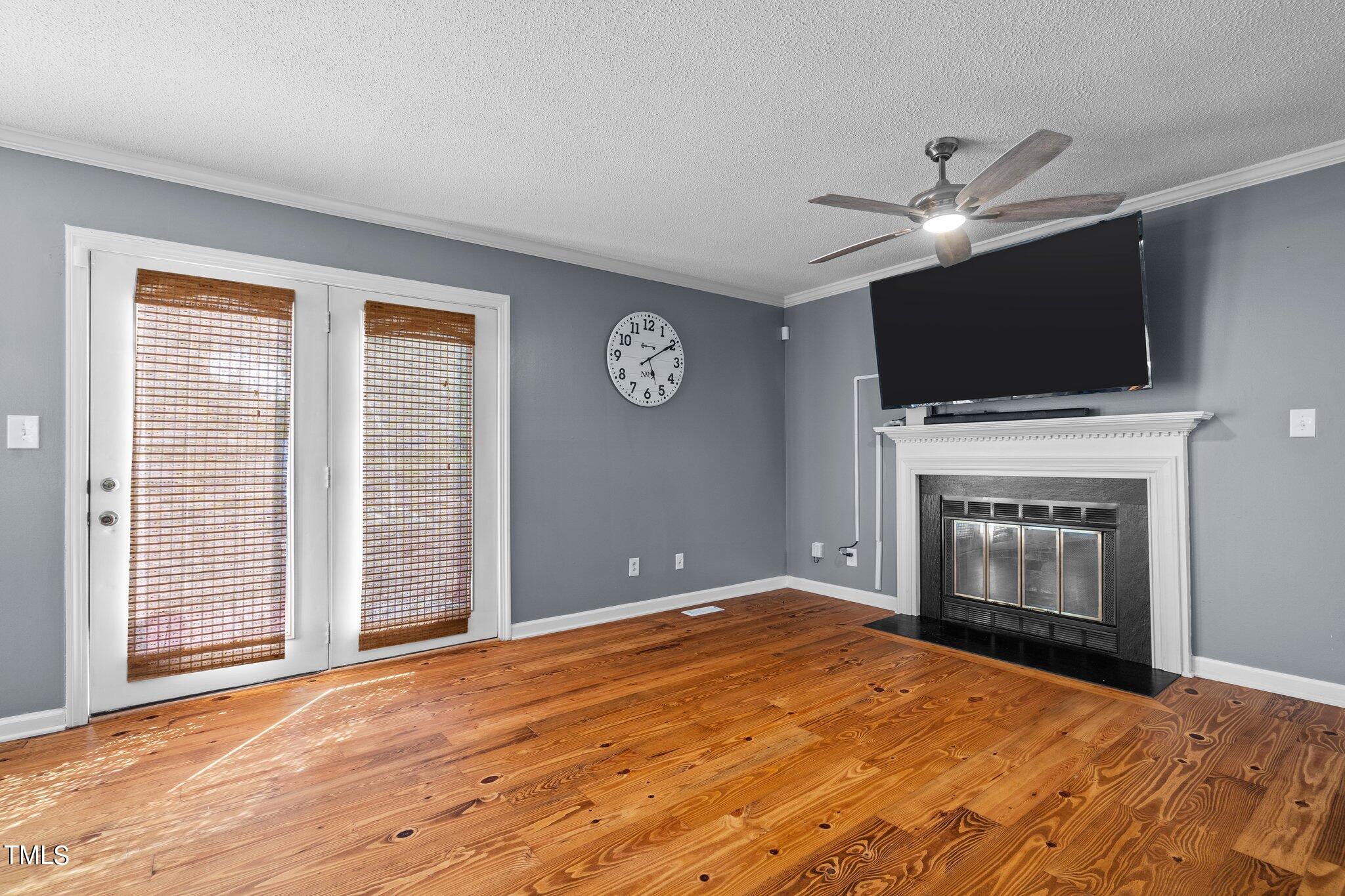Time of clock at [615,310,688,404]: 5:09
